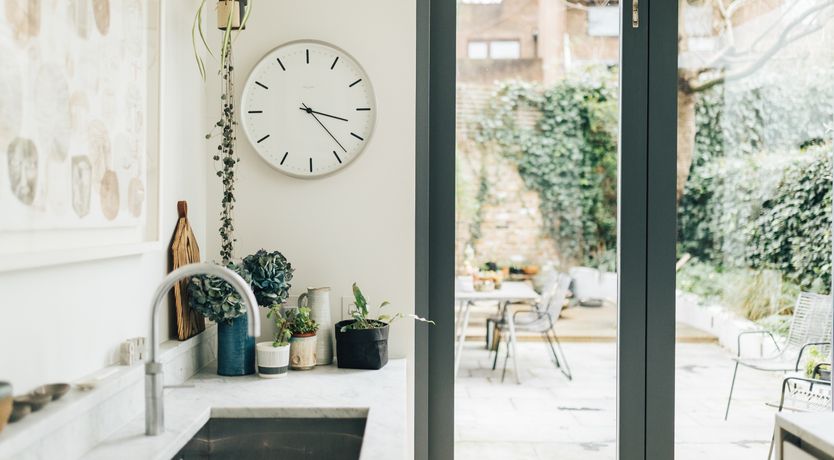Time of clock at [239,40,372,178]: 3:23
